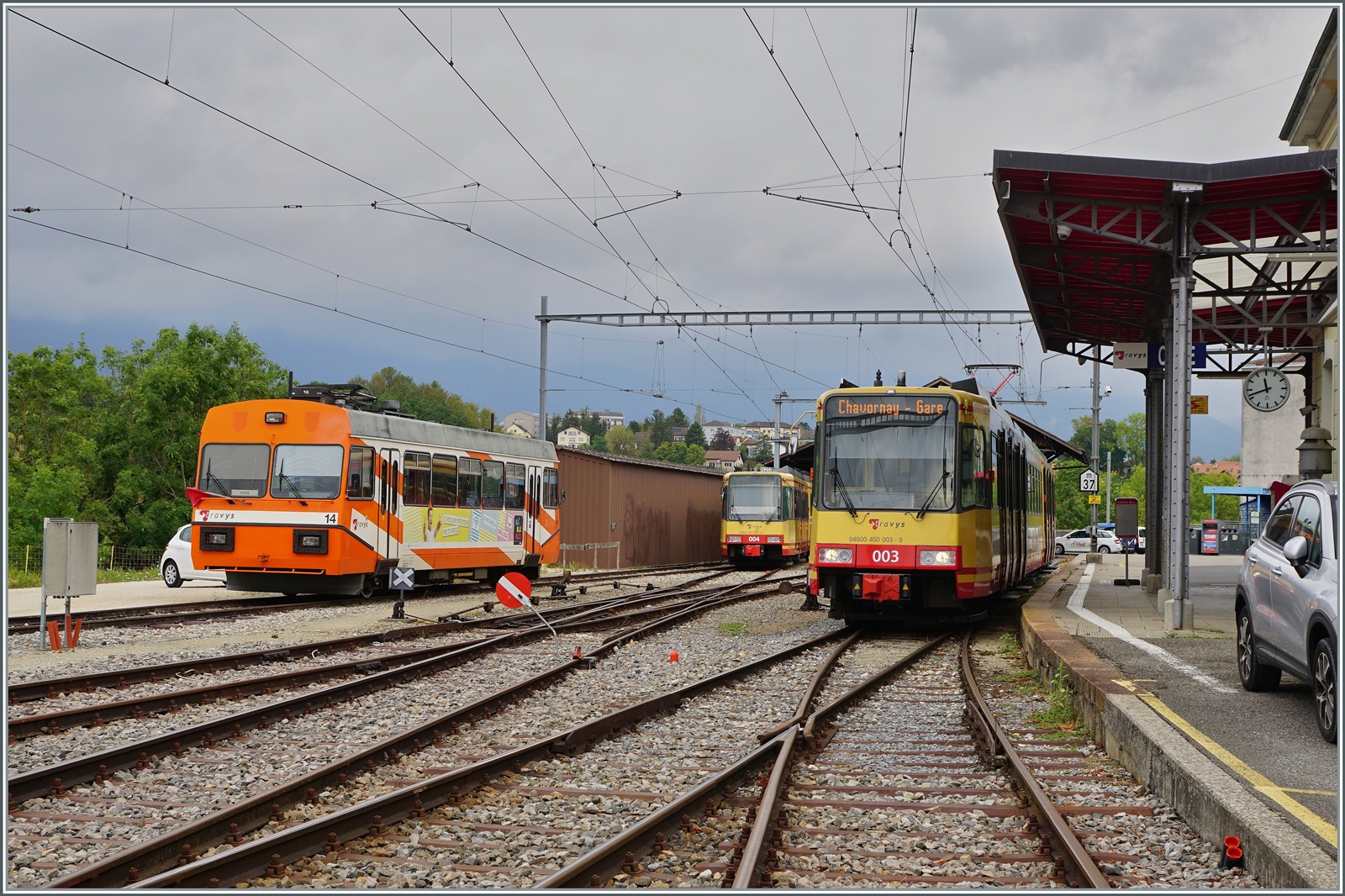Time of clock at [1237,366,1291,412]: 11:41
